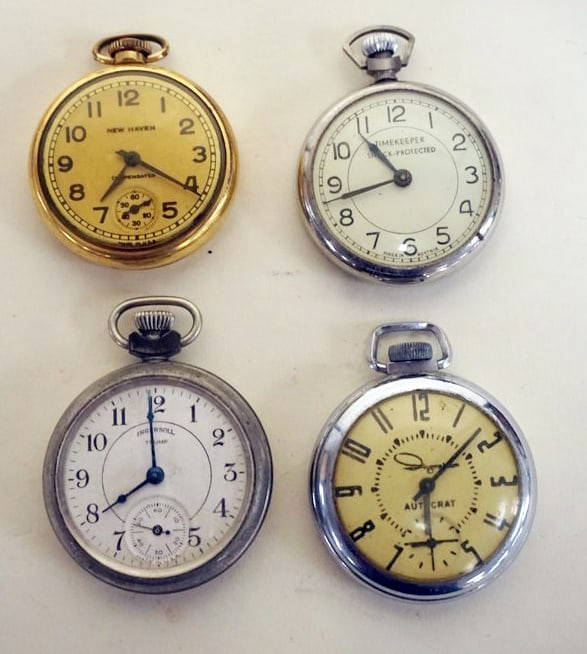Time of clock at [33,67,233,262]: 7:20
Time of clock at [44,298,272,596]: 7:59
